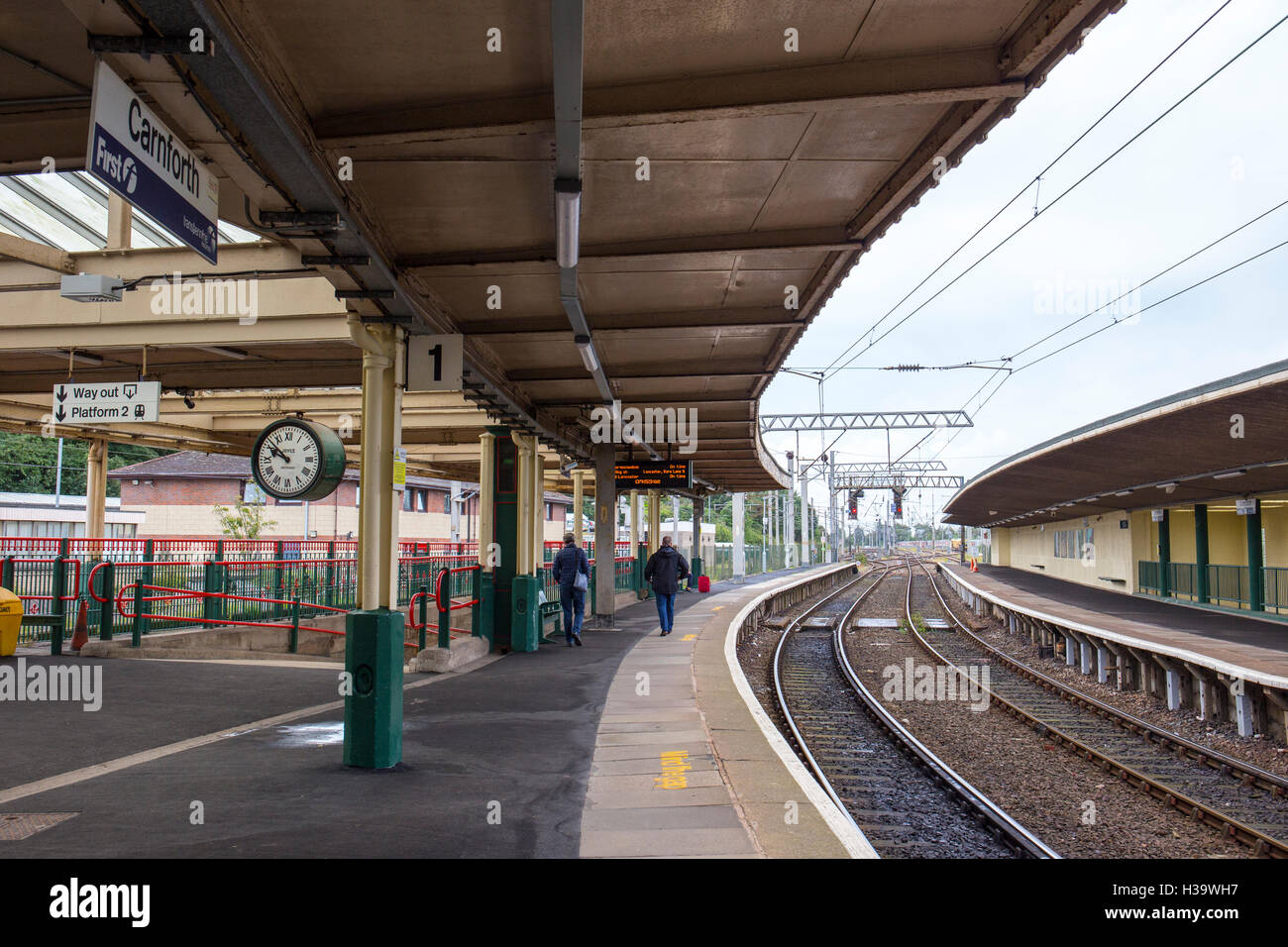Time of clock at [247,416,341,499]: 9:51
